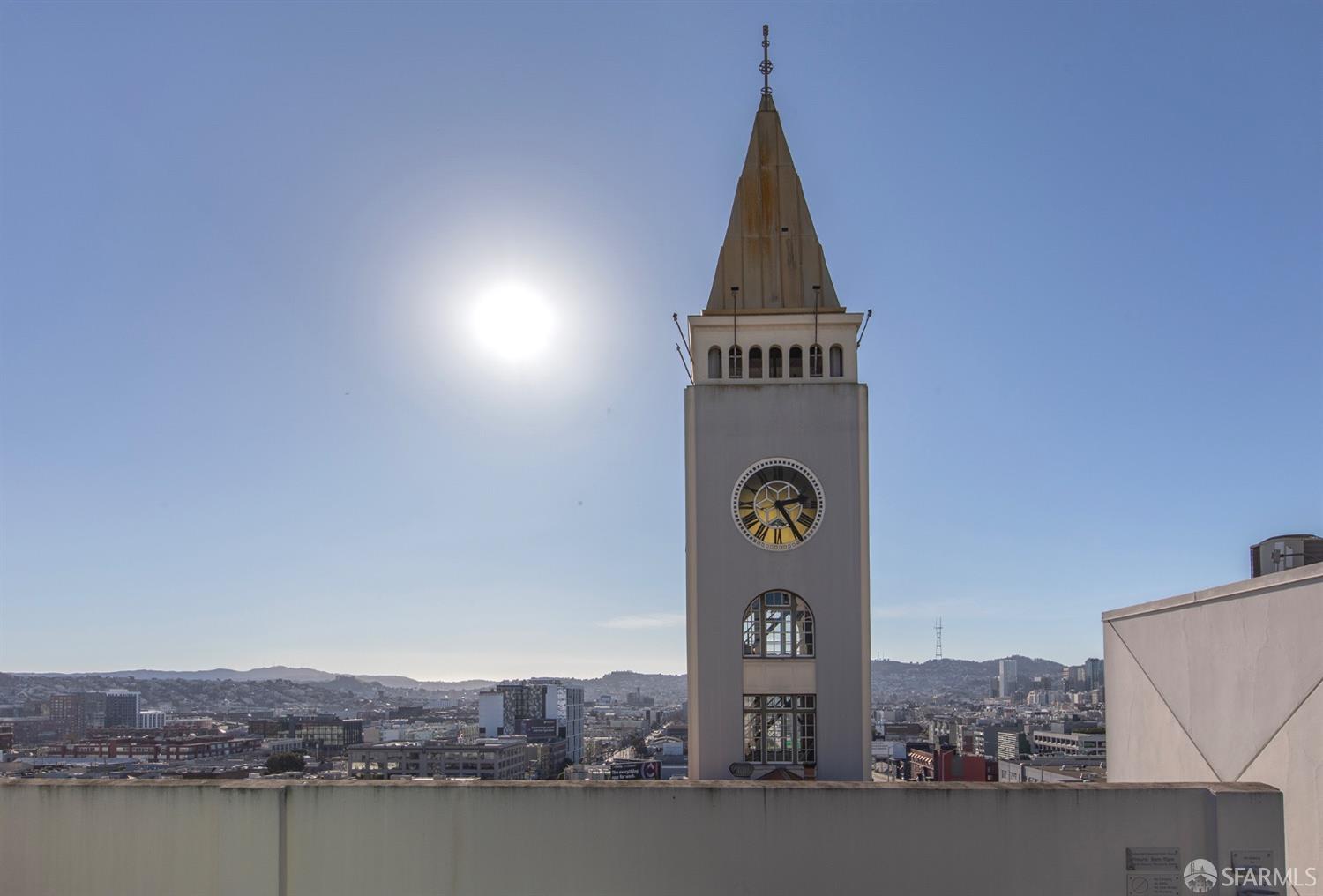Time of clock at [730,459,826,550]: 2:24
